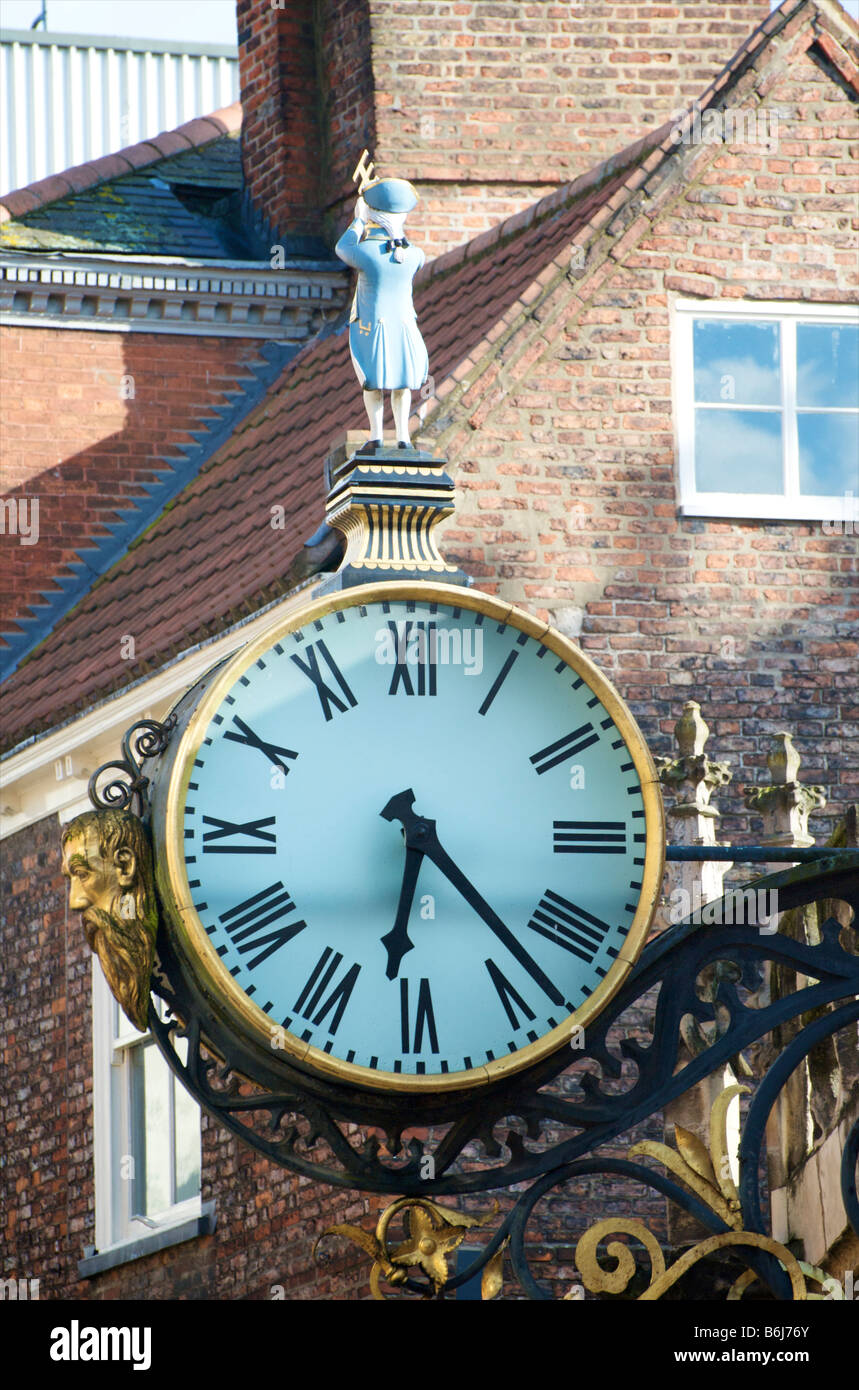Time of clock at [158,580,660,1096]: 6:23
